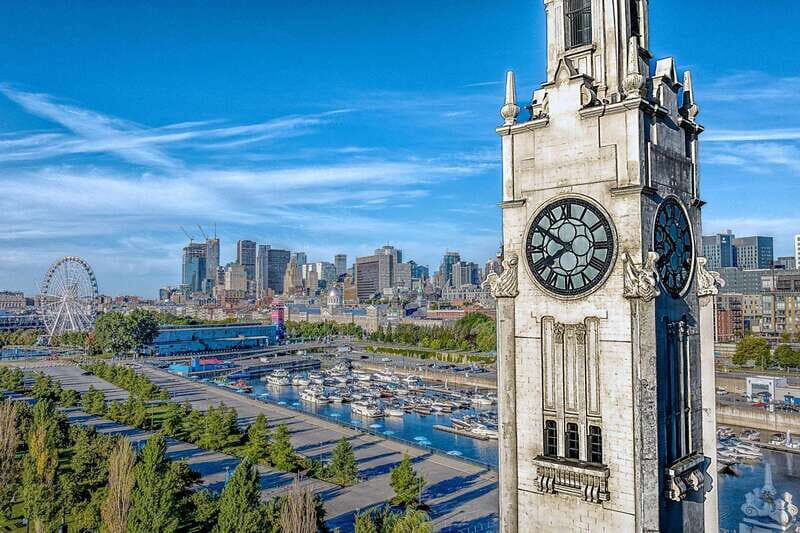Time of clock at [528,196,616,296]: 7:50
